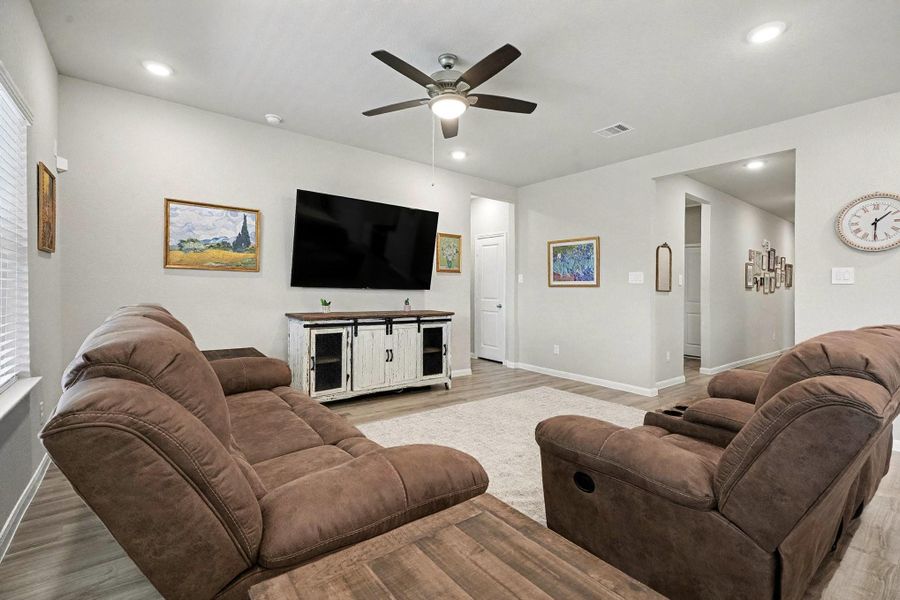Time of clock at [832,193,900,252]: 1:30
